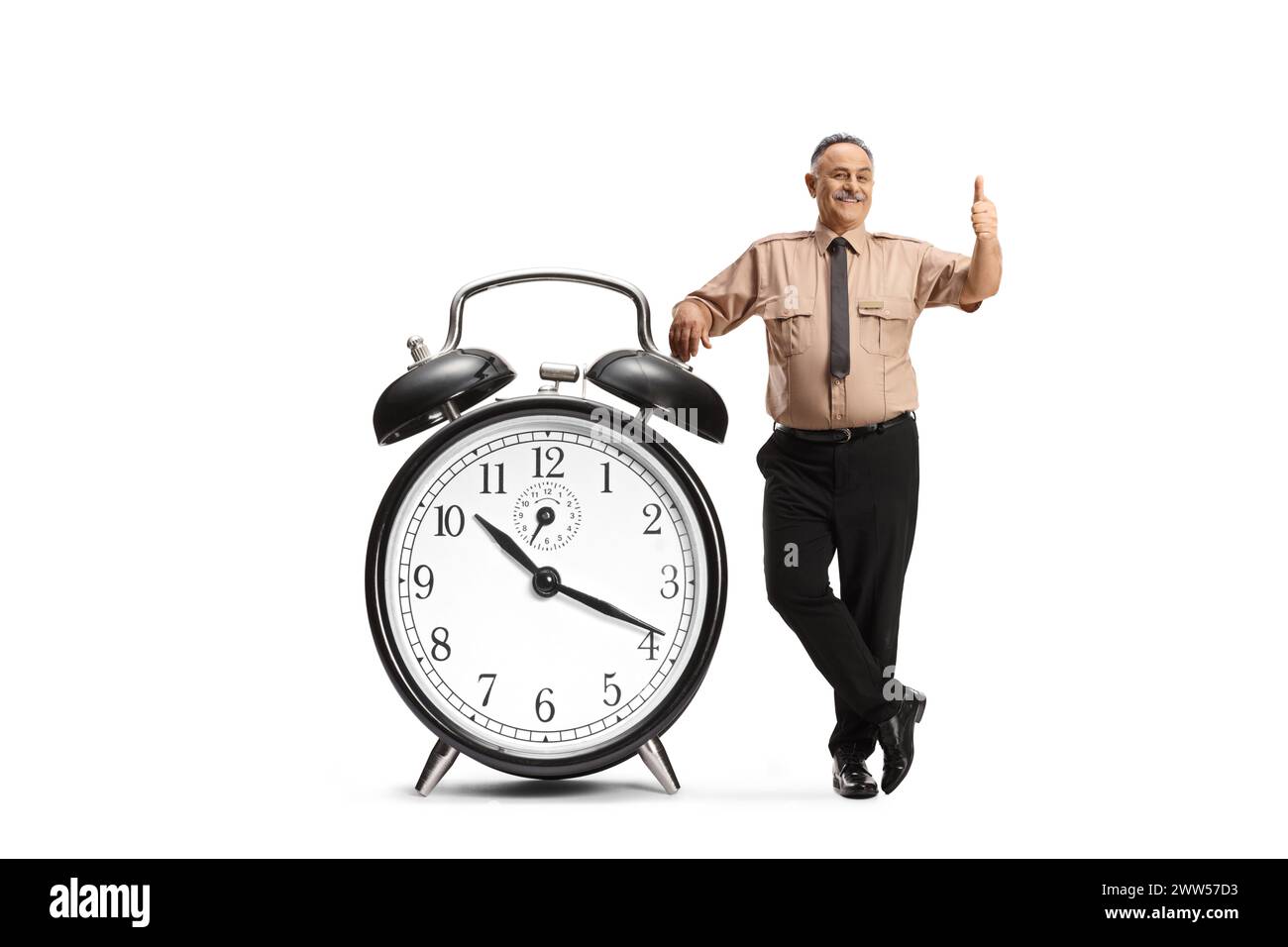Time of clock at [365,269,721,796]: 10:18
